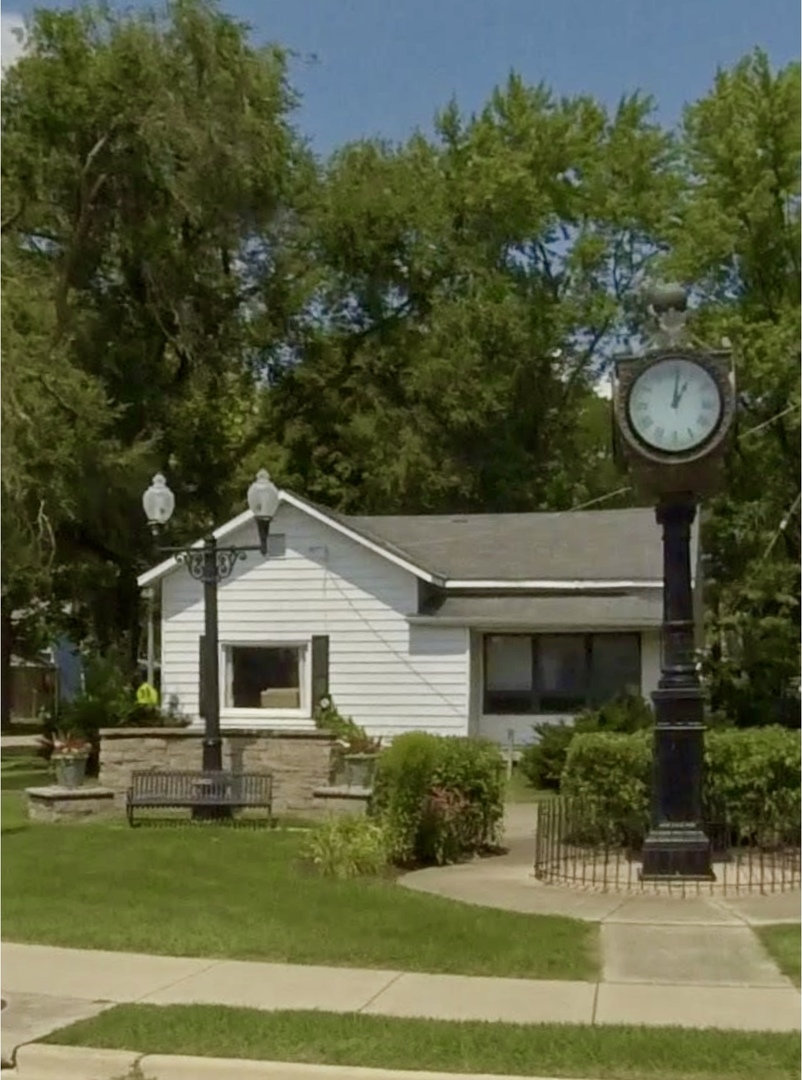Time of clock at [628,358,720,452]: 1:01
